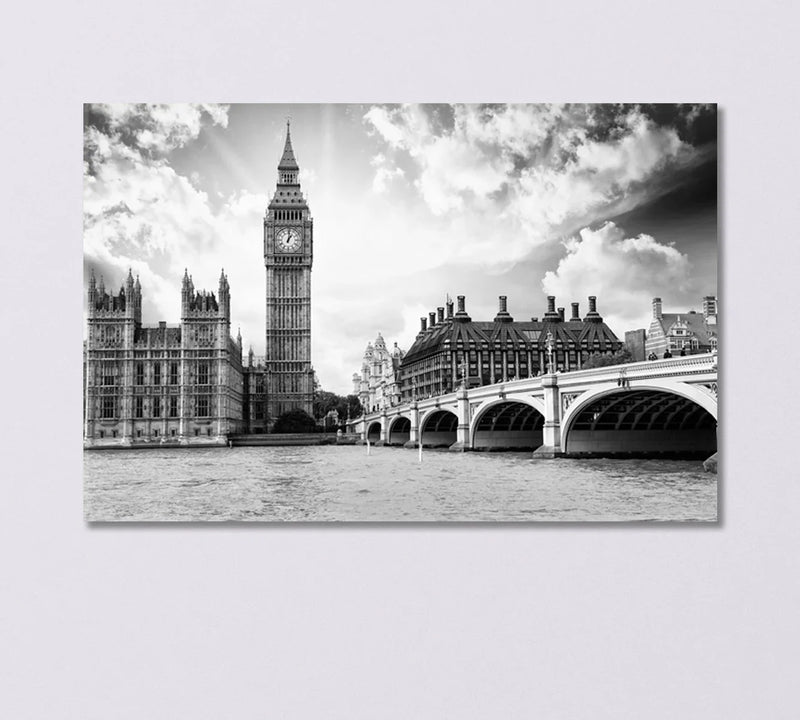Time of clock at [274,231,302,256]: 1:01
